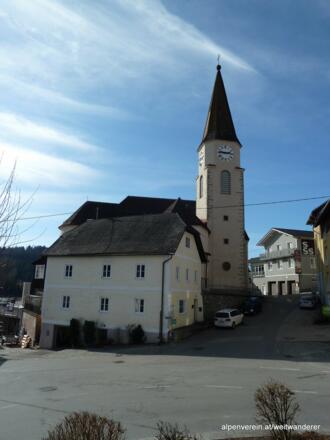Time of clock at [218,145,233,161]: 2:46
